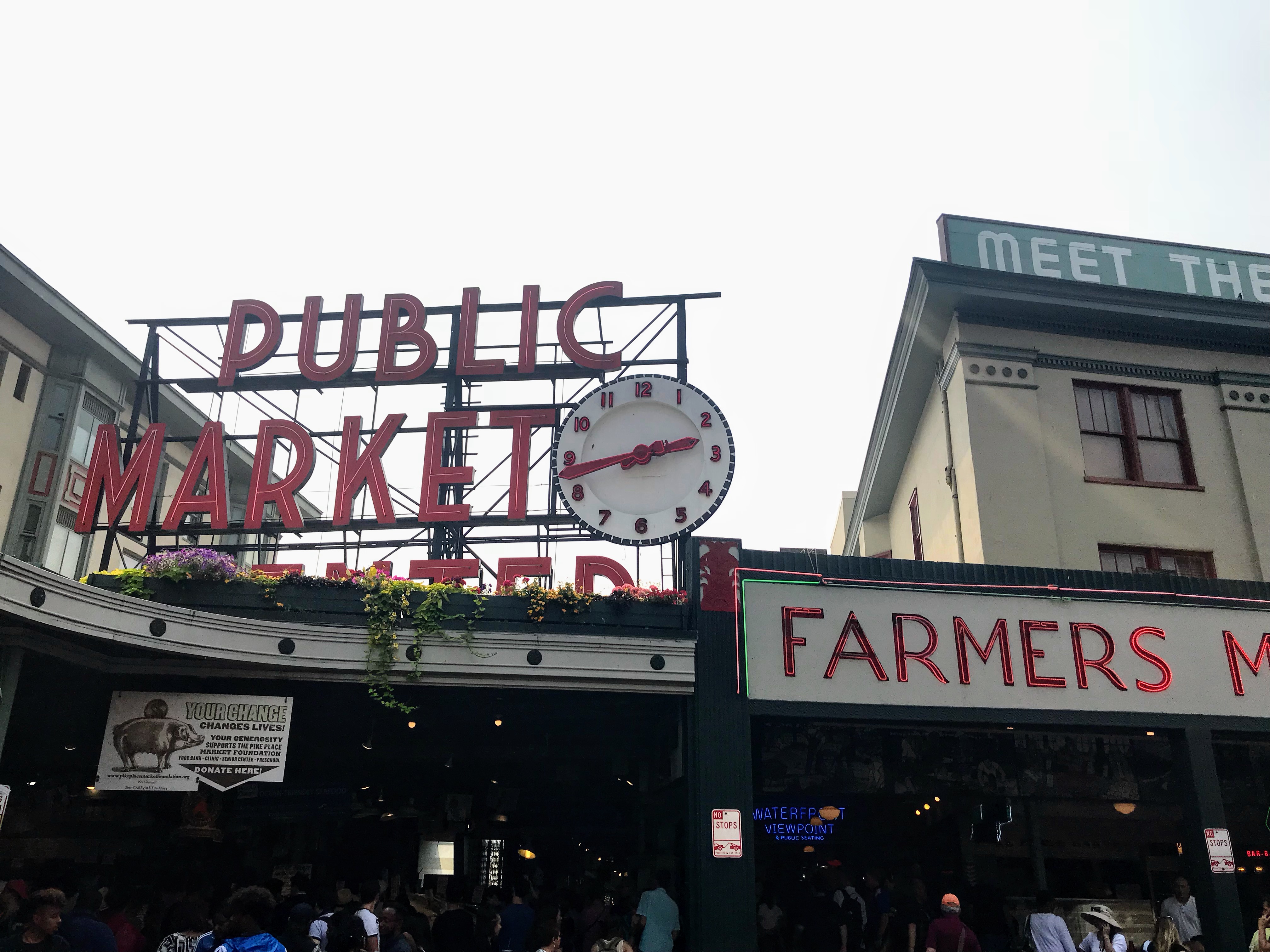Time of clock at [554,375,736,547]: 2:42
